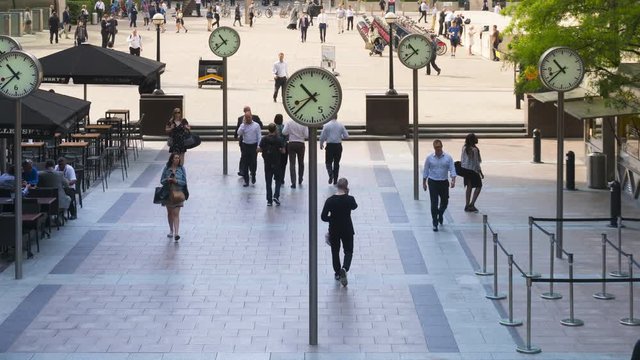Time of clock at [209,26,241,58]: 10:38
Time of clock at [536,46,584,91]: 10:37
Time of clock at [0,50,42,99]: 10:37
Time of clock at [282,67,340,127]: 10:37
